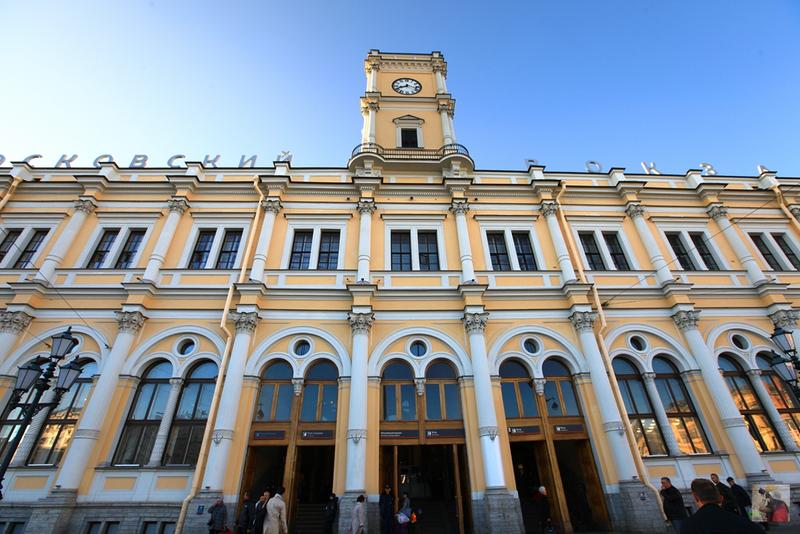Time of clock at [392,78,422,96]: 8:17
